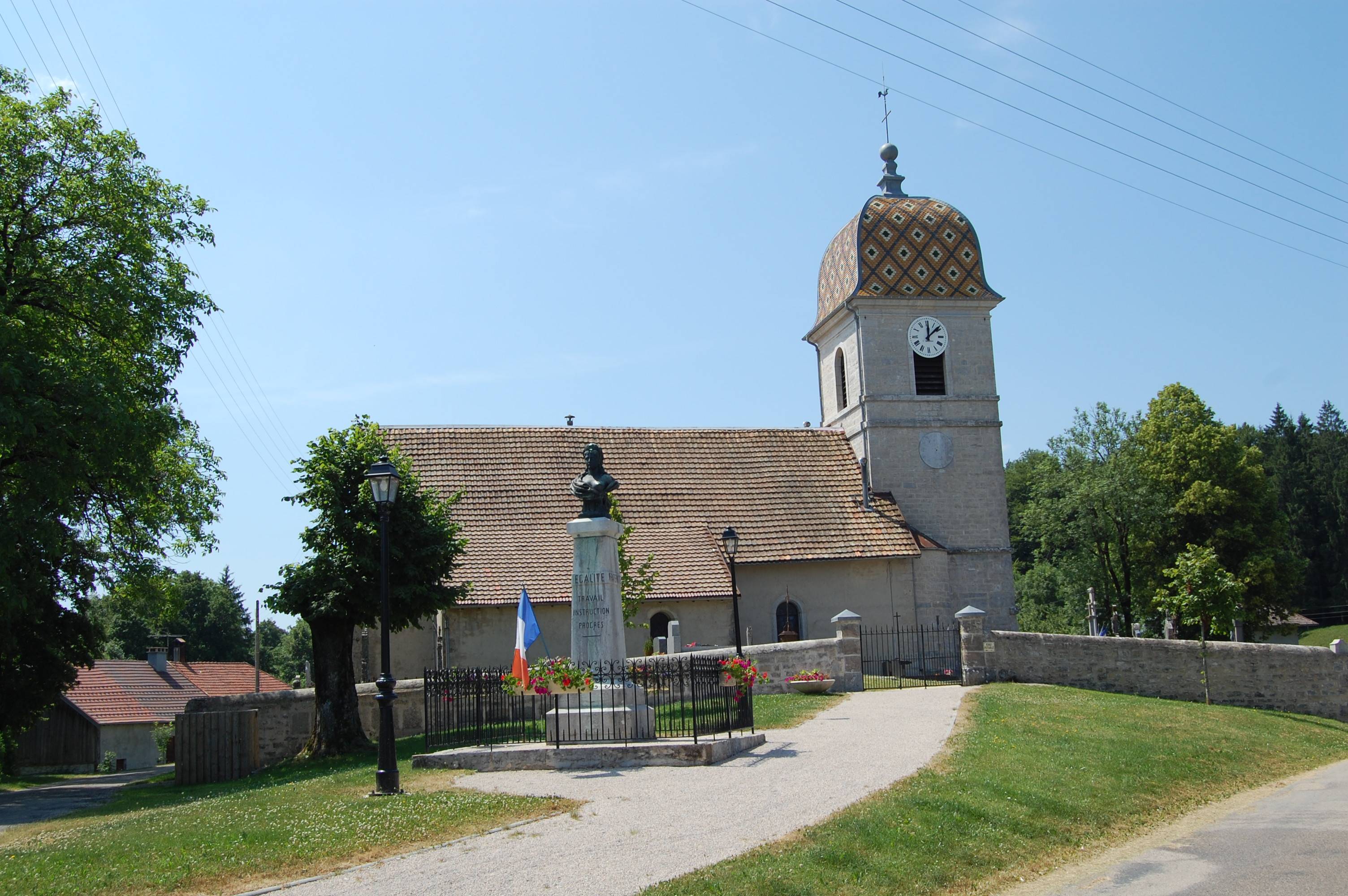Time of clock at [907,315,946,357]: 12:08
